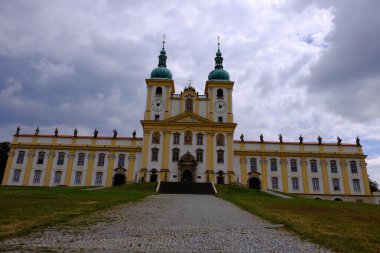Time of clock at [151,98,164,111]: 11:07
